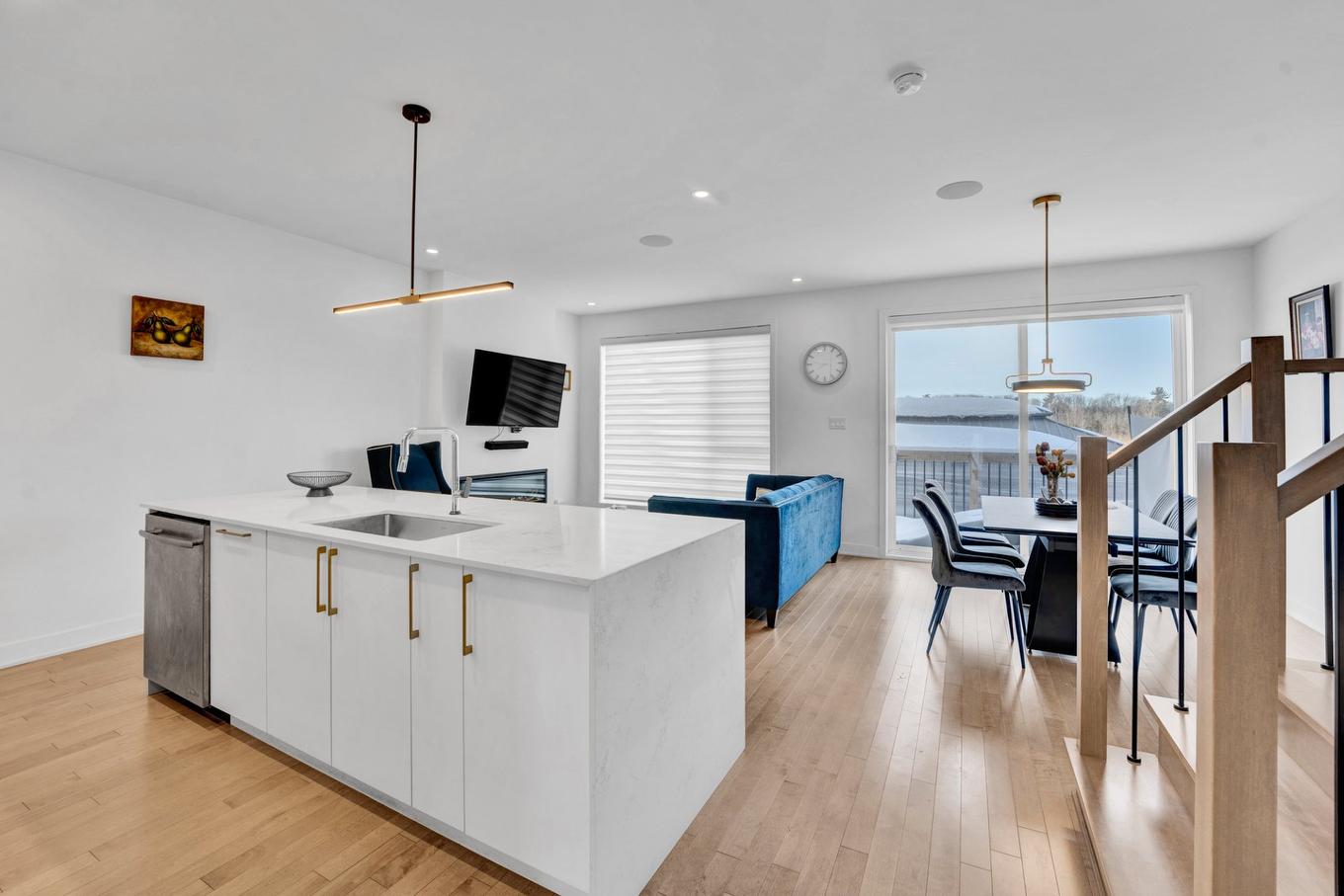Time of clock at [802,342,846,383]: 7:46
